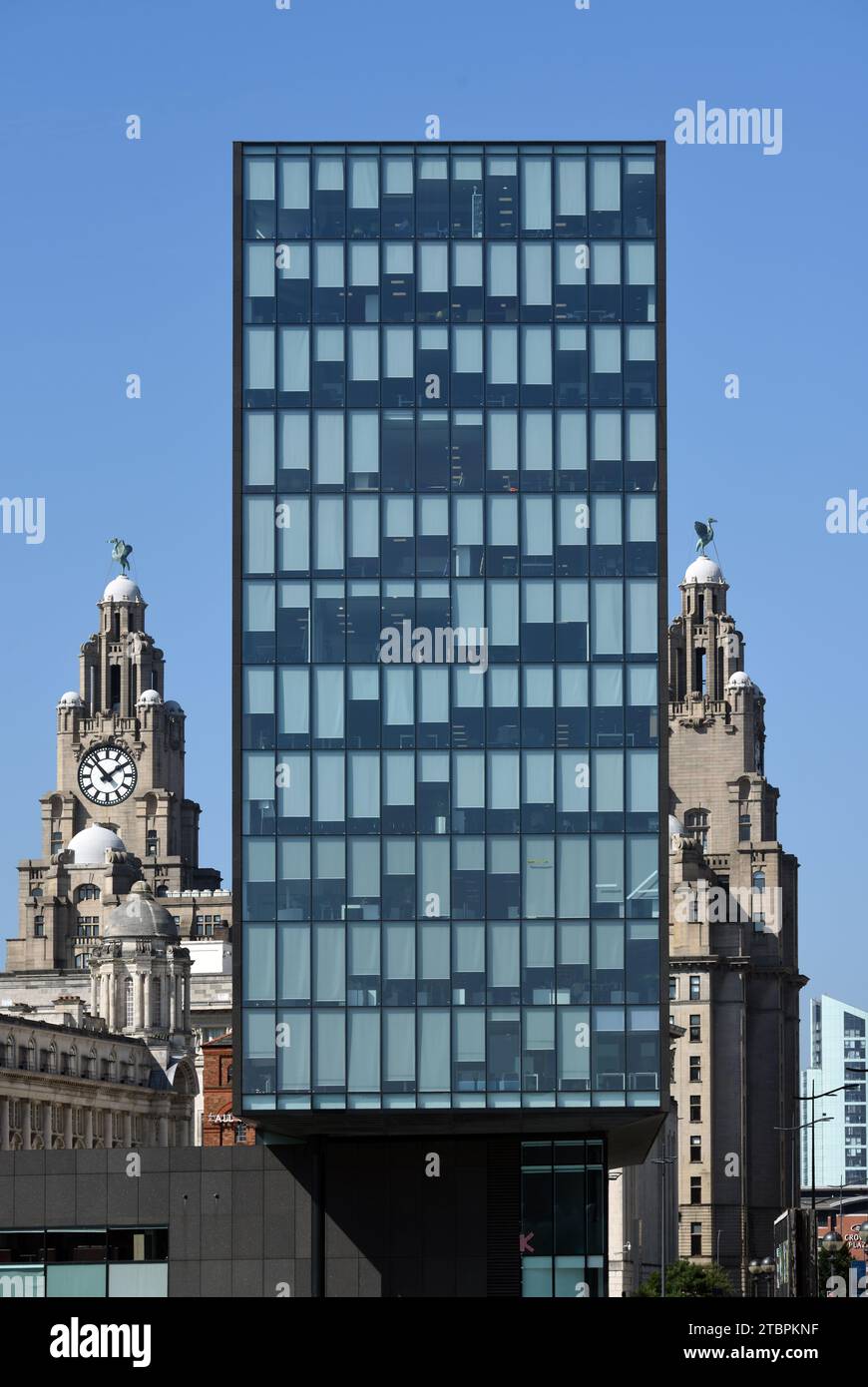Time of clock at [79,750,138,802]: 1:52
